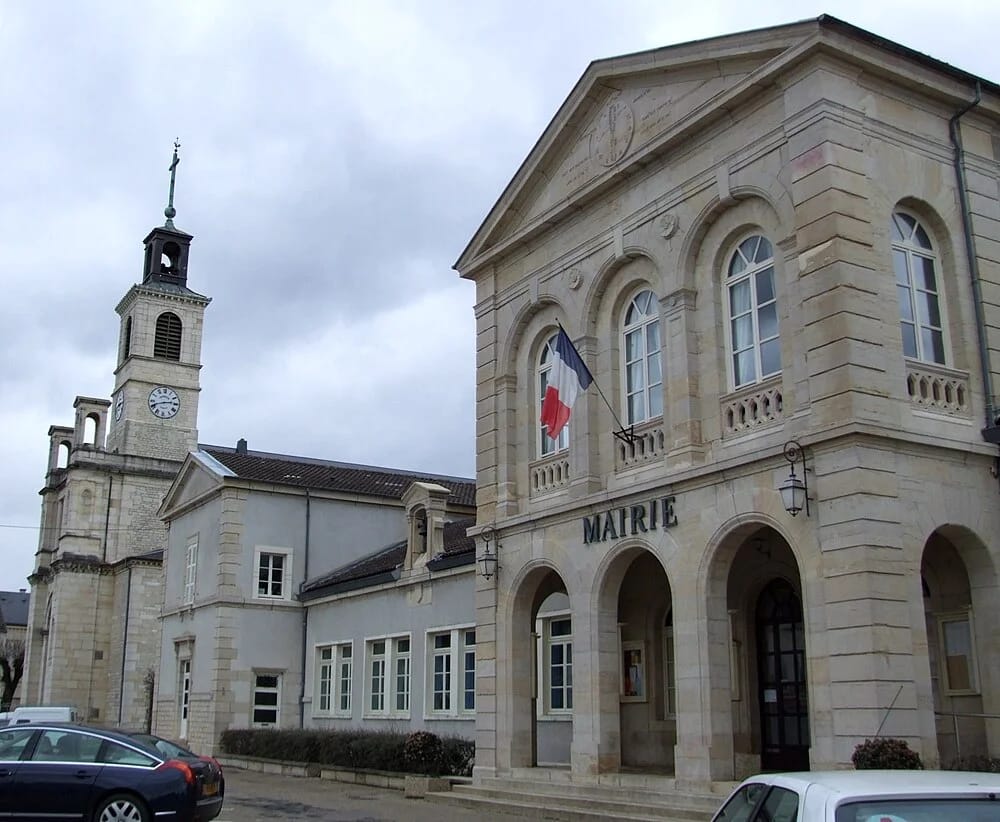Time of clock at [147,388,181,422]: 2:41
